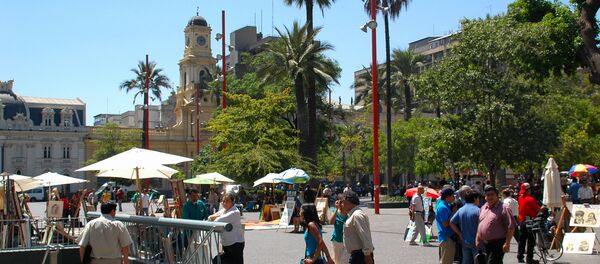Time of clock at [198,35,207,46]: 7:12
